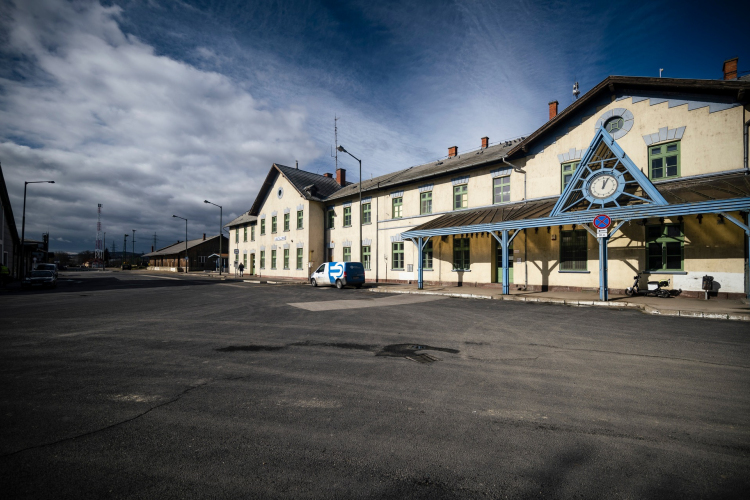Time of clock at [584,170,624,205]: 12:04
